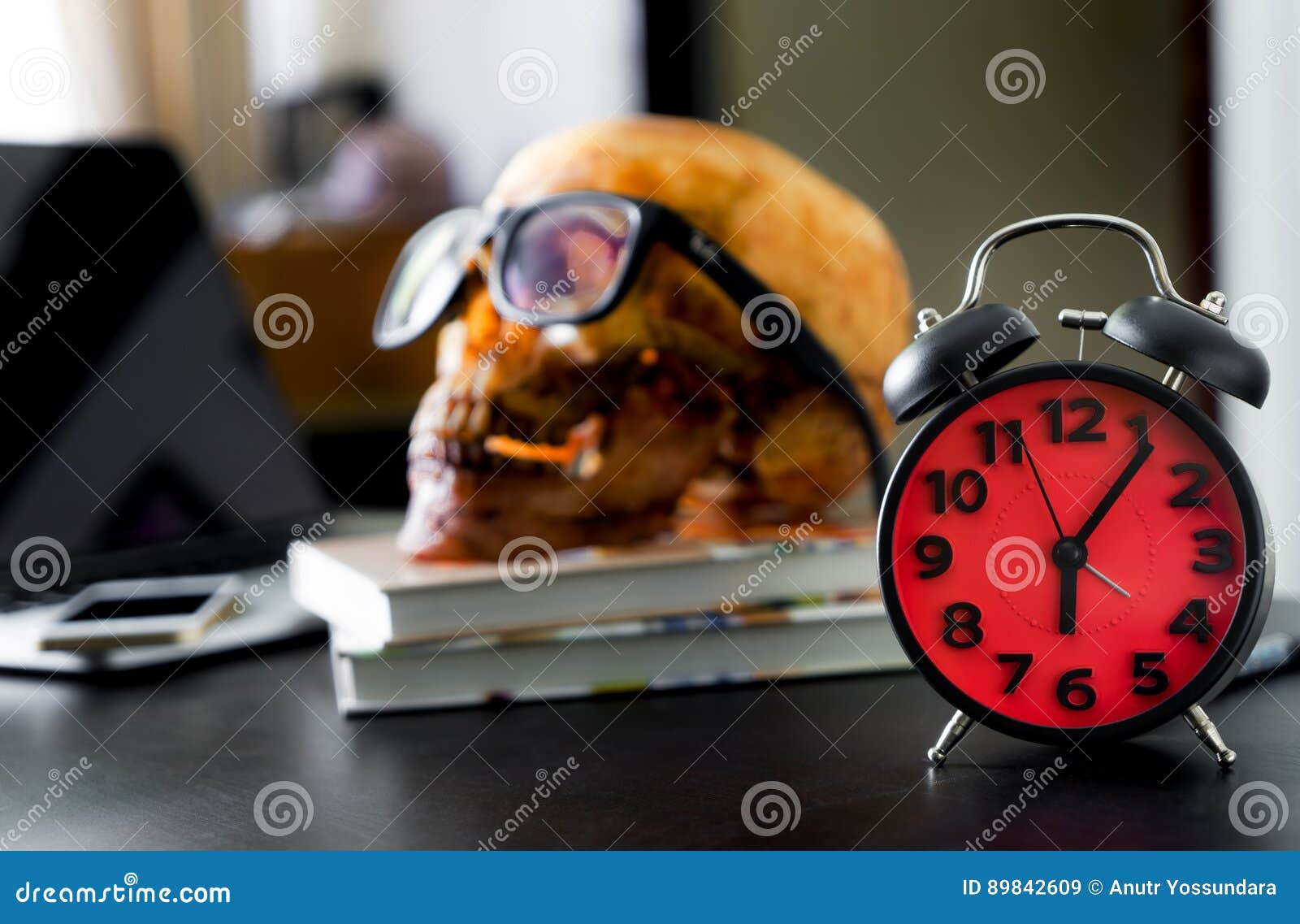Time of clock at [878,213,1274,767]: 6:06
